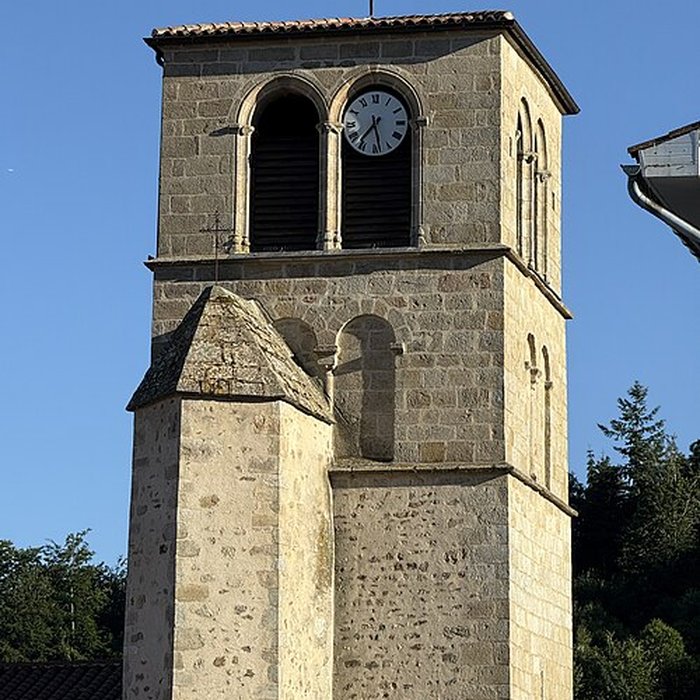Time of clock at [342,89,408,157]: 7:28
